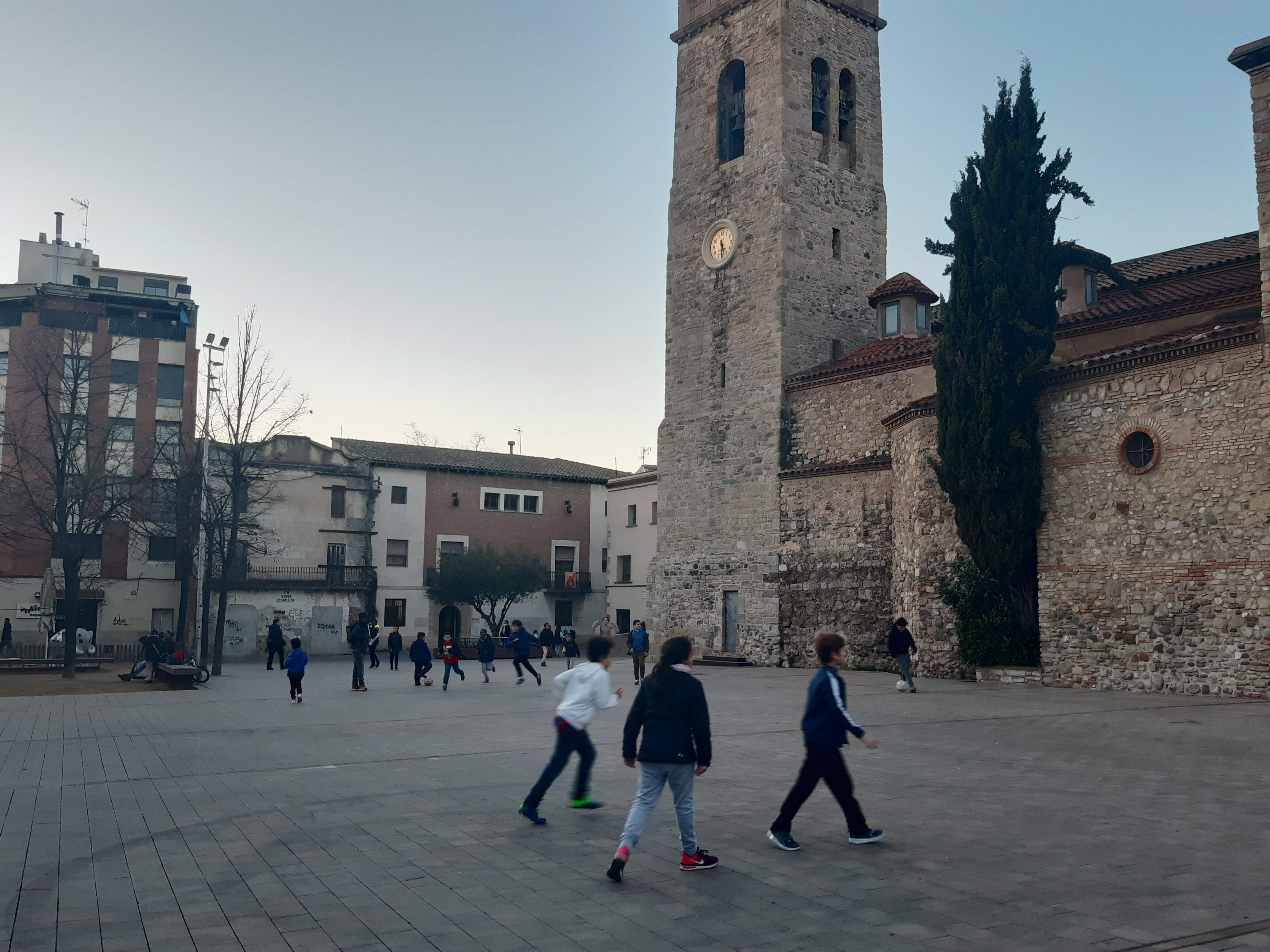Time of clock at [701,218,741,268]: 5:30
